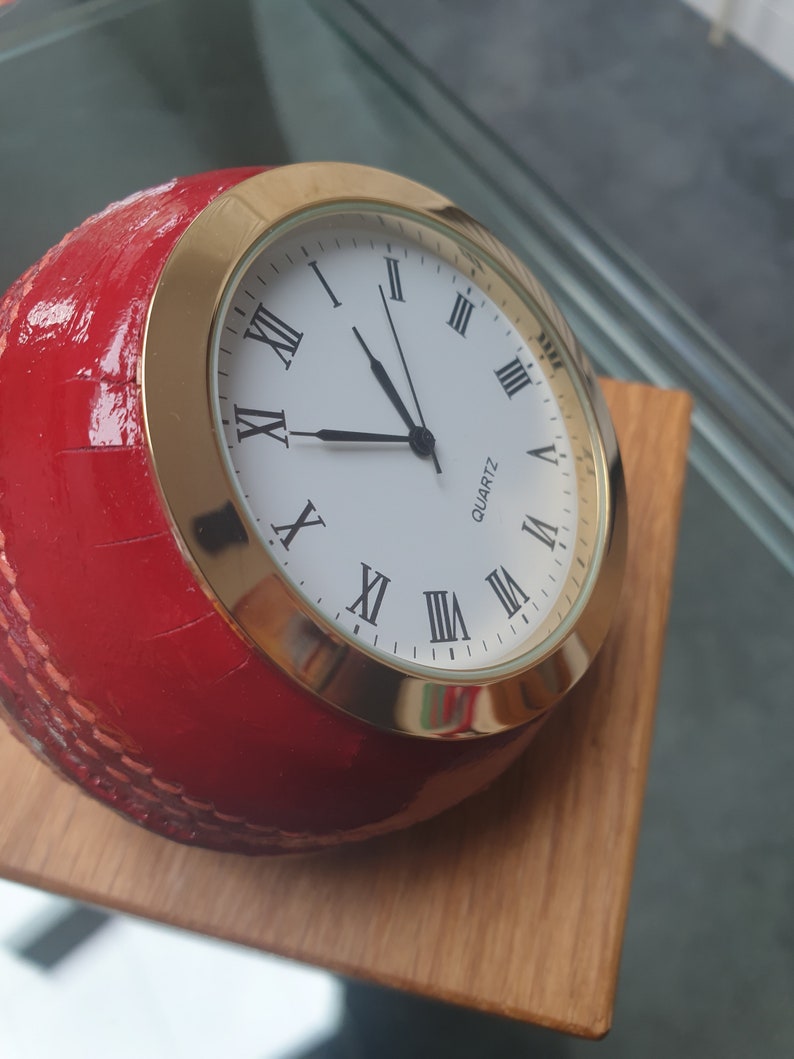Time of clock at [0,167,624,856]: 10:44
